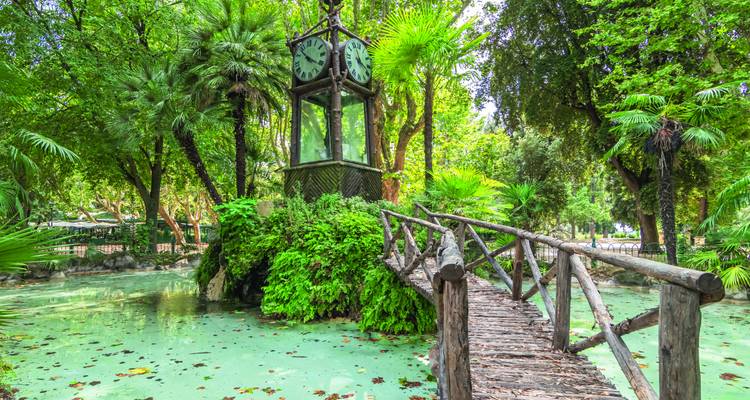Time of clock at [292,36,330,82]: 10:20
